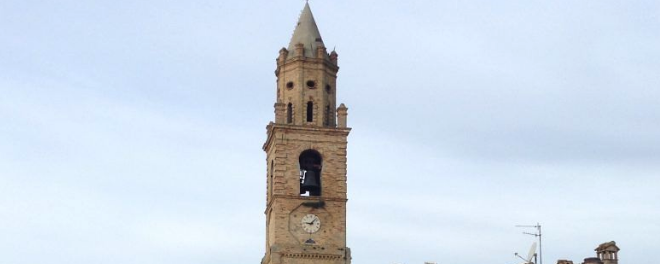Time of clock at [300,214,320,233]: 9:07
